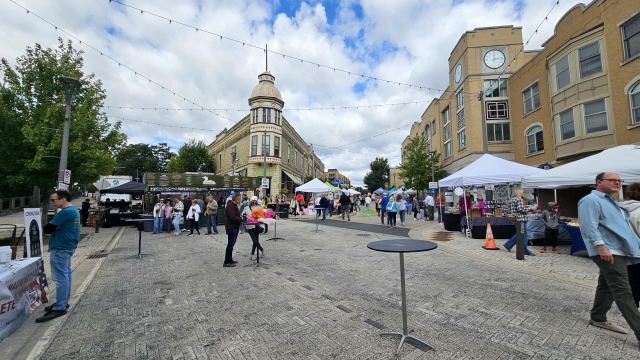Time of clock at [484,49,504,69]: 12:12
